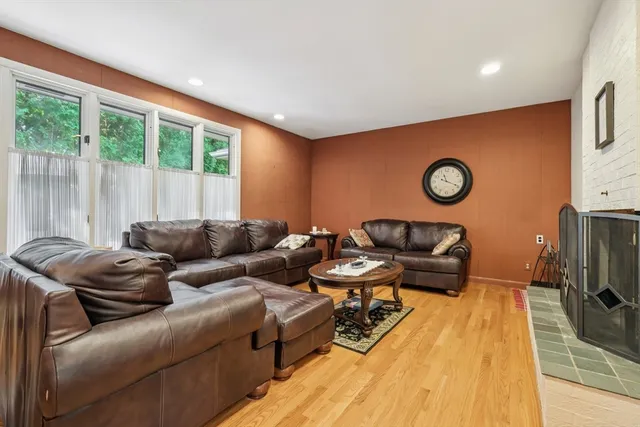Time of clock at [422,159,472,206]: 11:19
